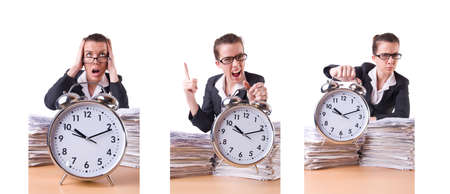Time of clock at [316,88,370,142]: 10:11
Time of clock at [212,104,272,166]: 10:11
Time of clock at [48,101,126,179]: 10:11
